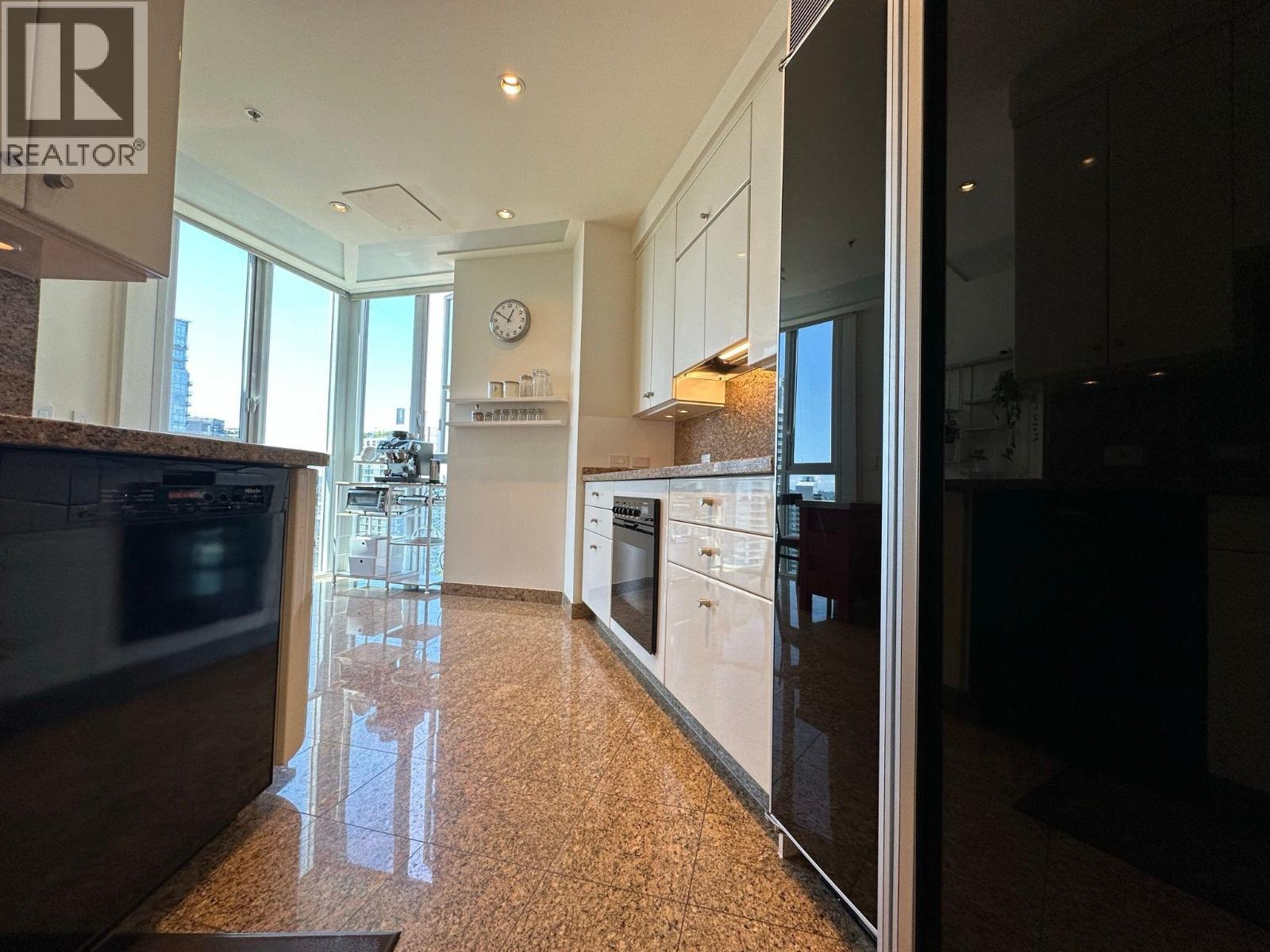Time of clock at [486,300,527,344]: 12:50
